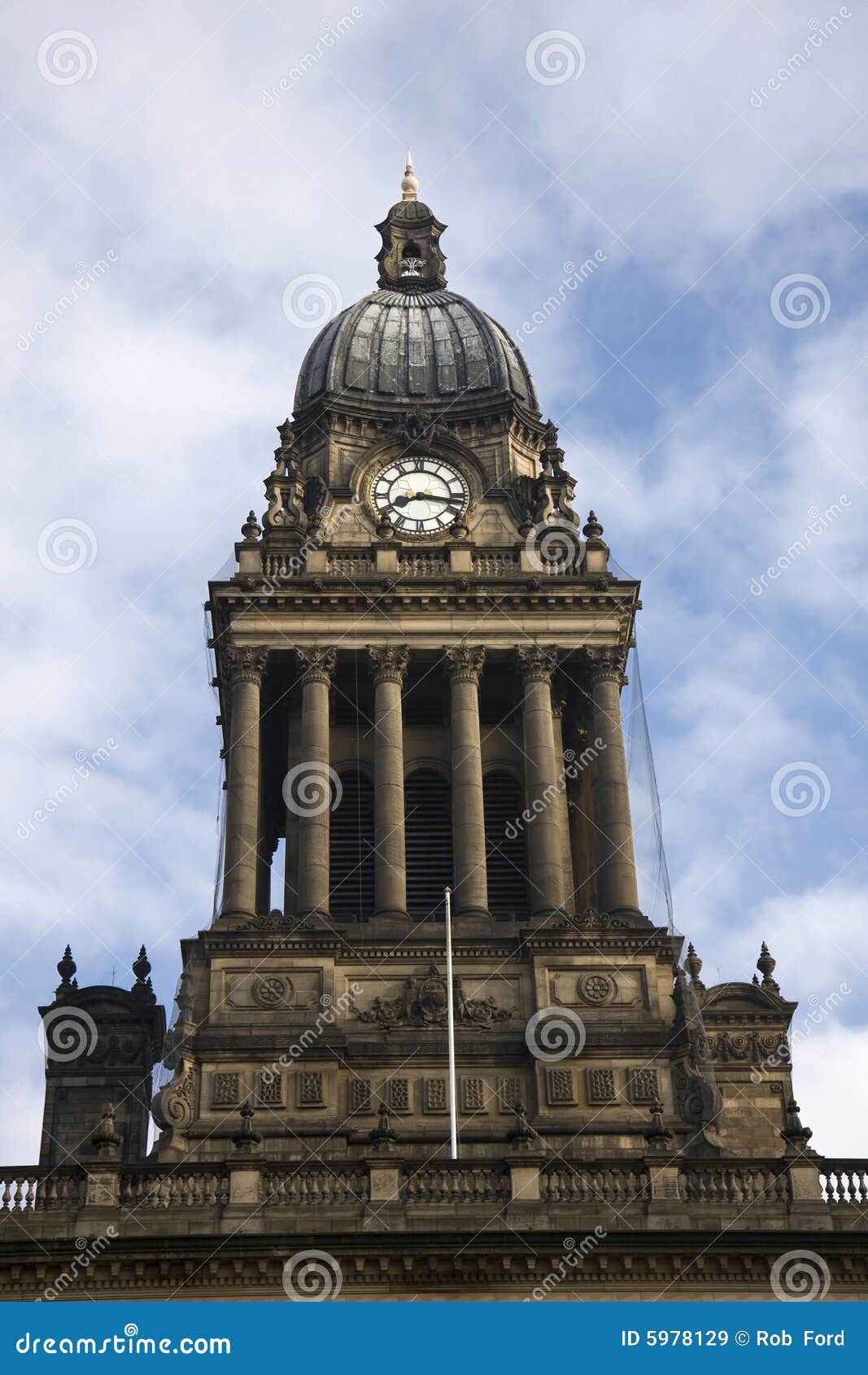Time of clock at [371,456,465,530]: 8:16
